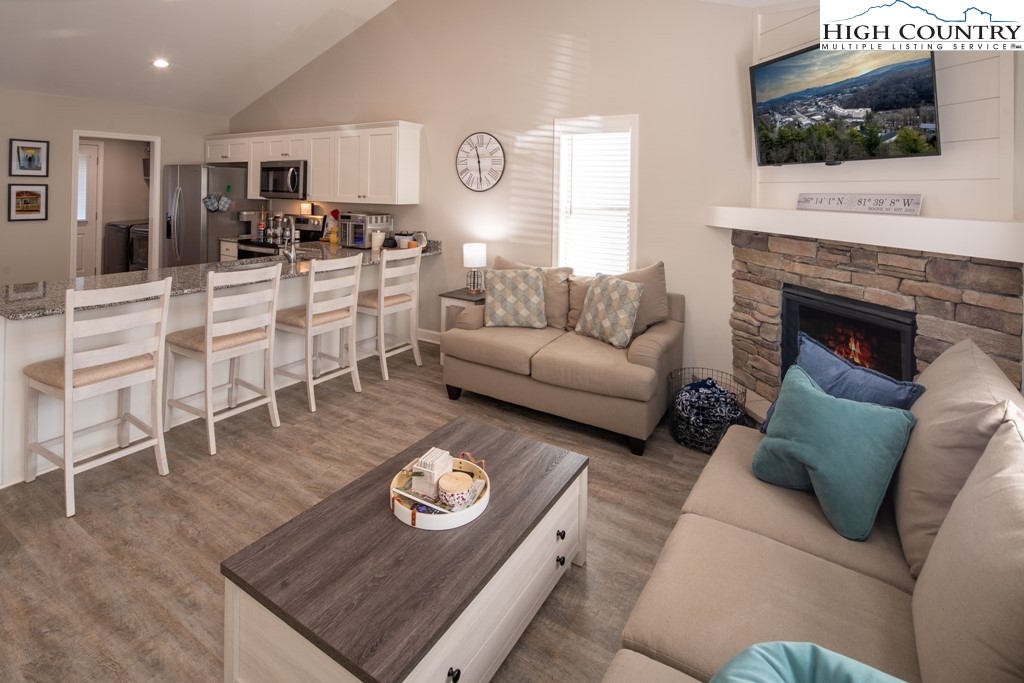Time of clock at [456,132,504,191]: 11:28
